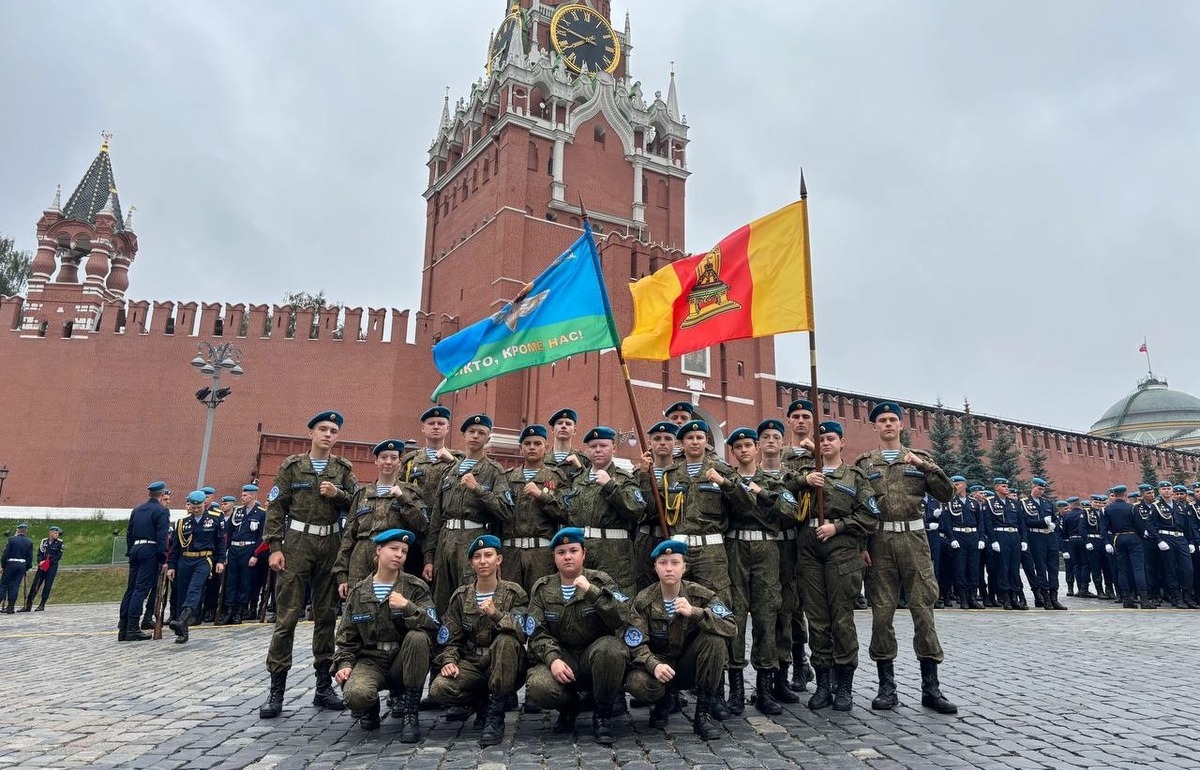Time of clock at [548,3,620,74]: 7:46
